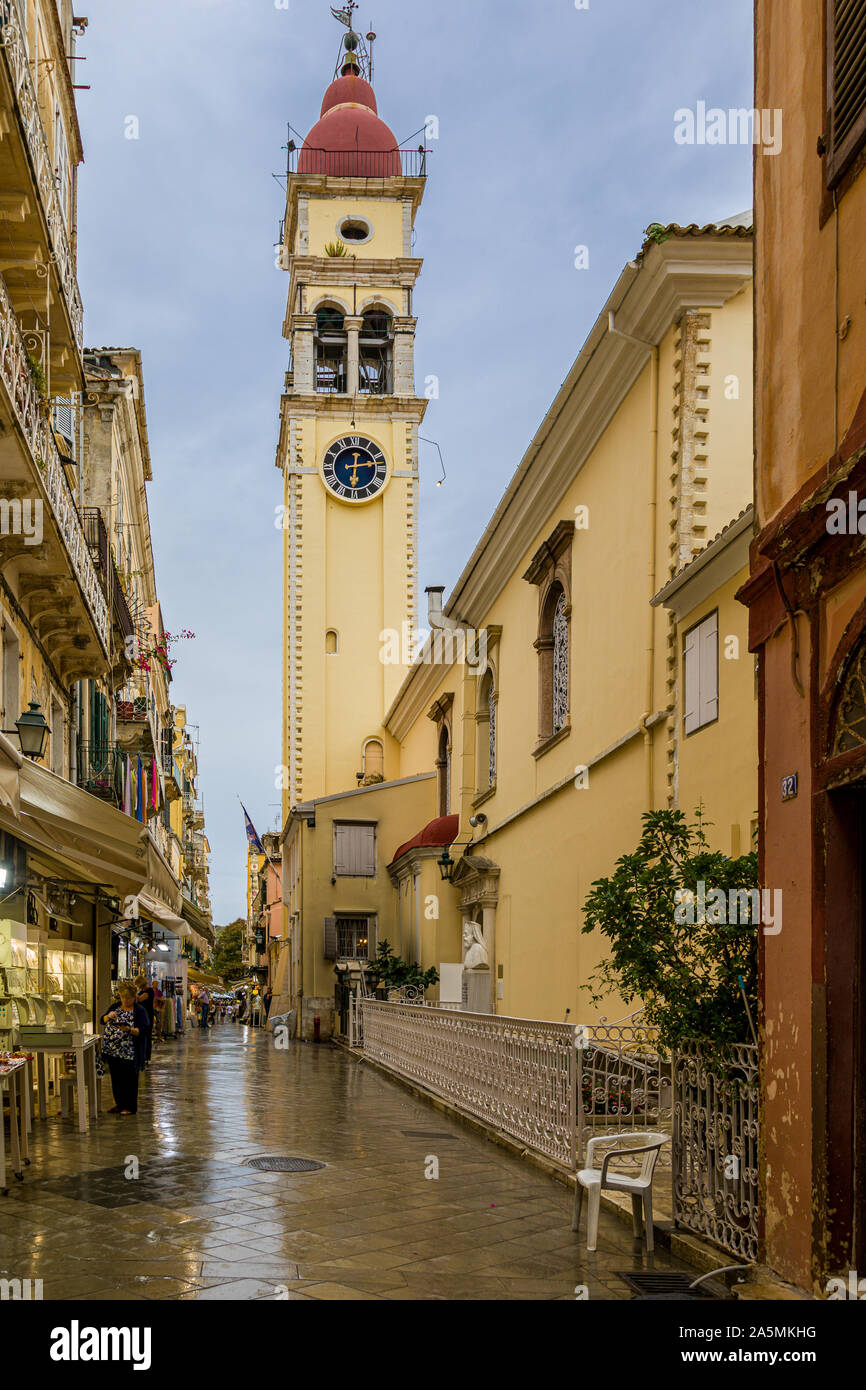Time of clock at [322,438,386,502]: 6:13
